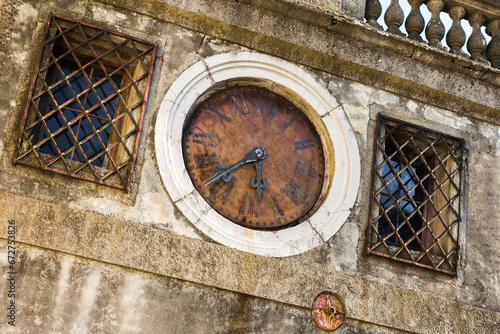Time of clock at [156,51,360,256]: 5:37
